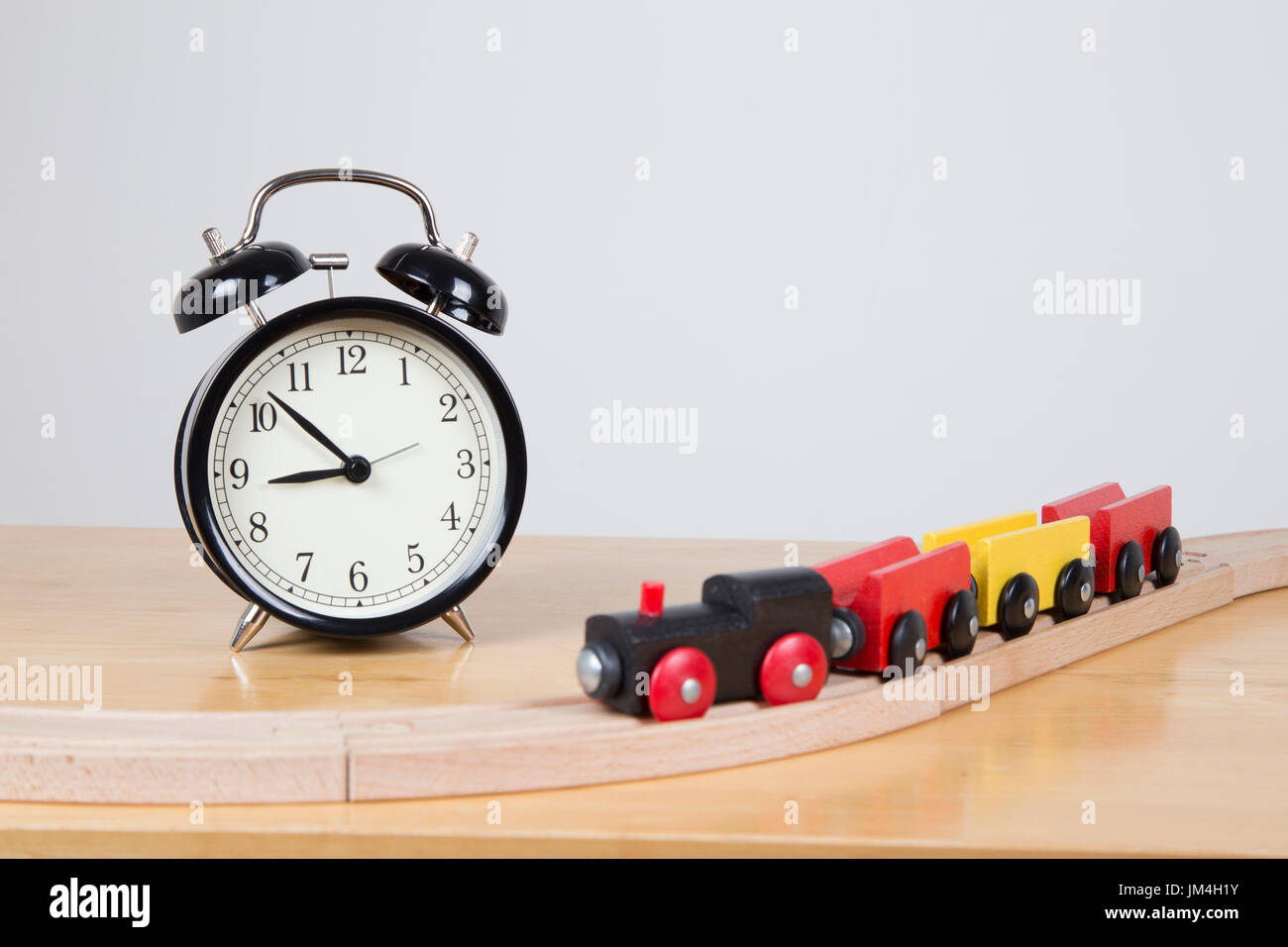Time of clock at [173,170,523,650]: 8:52
